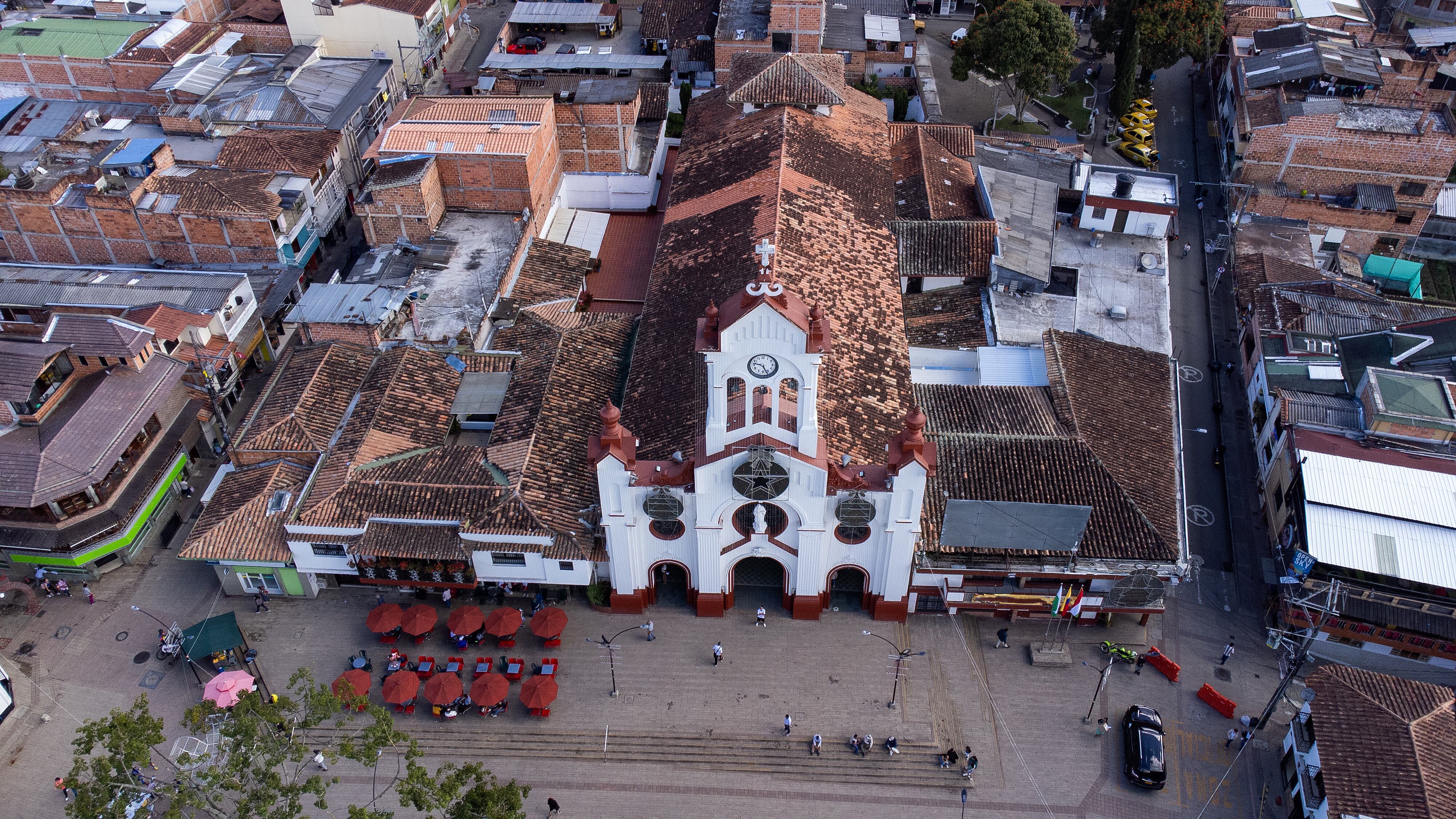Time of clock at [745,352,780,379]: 9:26
